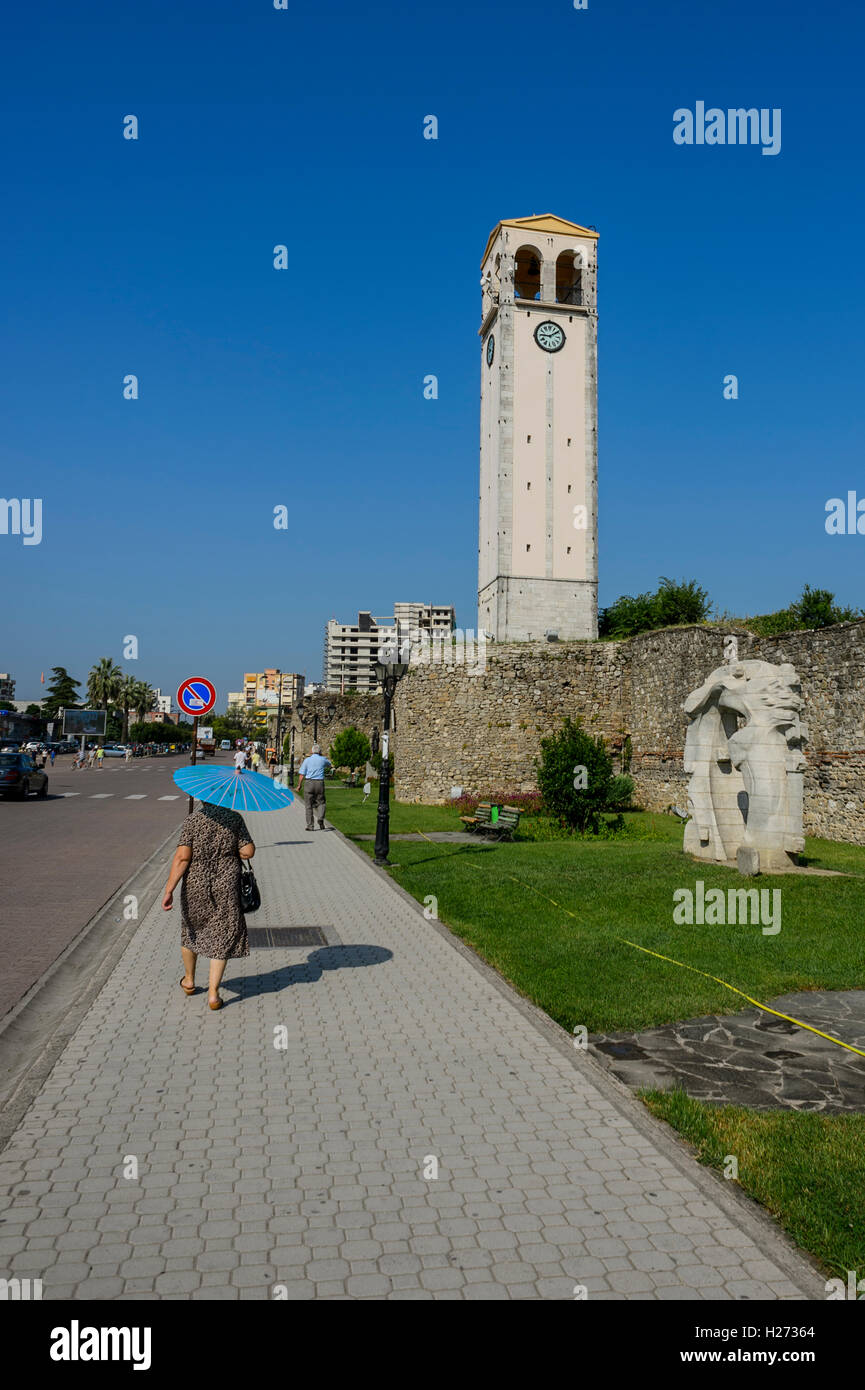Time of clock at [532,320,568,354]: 9:09
